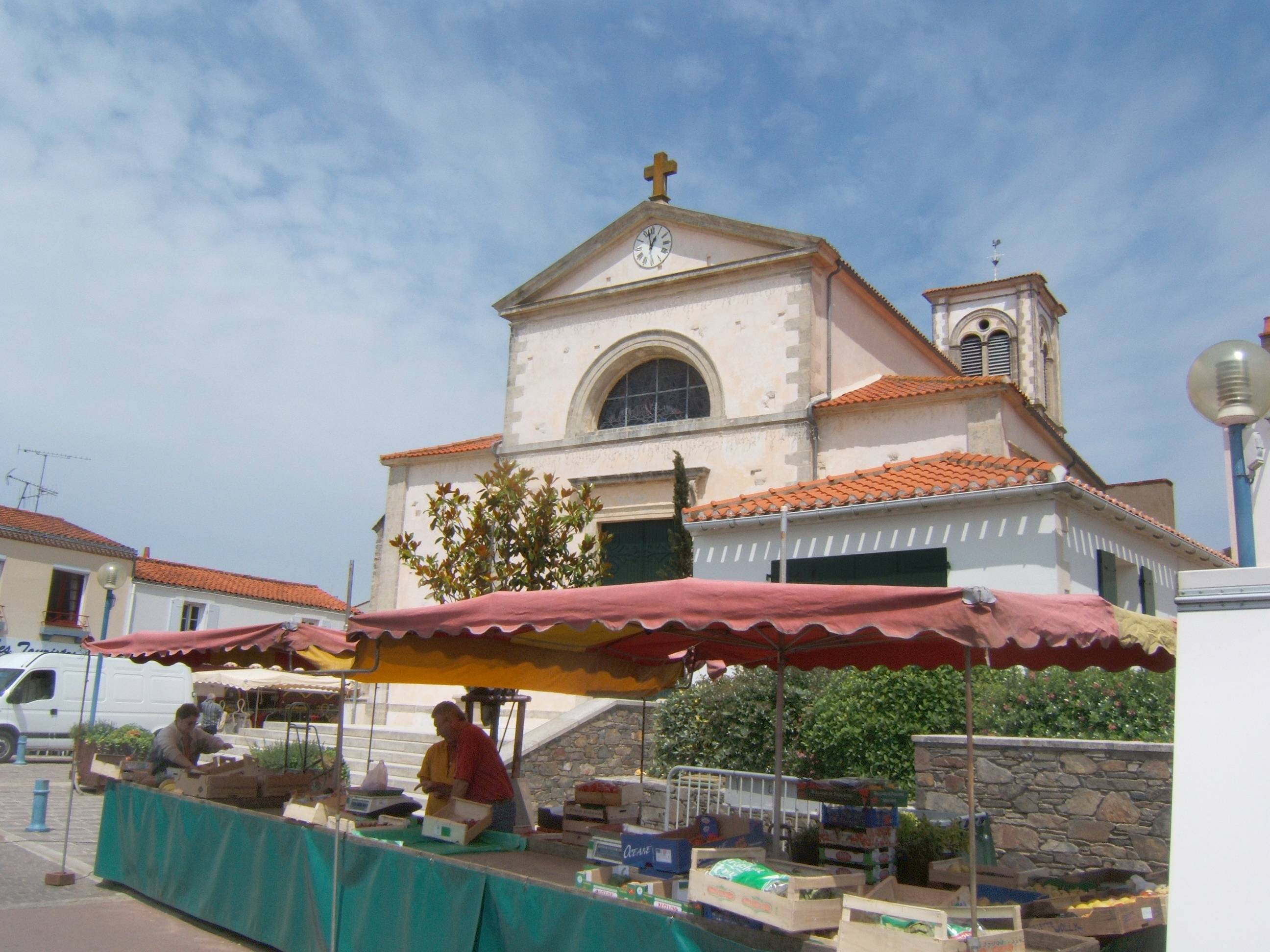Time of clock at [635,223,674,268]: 12:57
